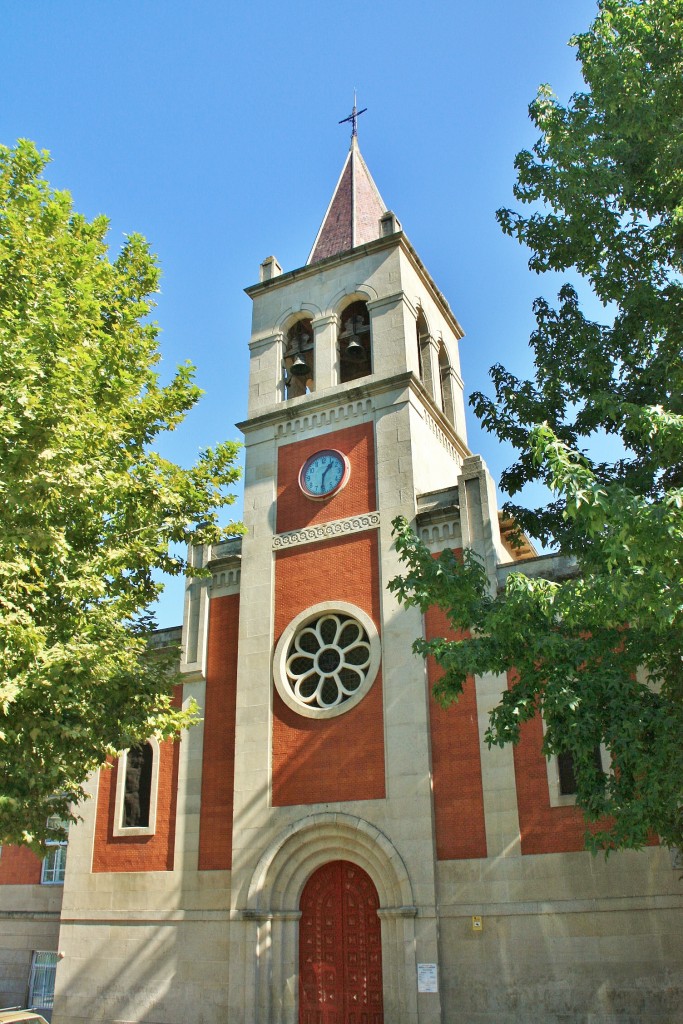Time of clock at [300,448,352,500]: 1:31
